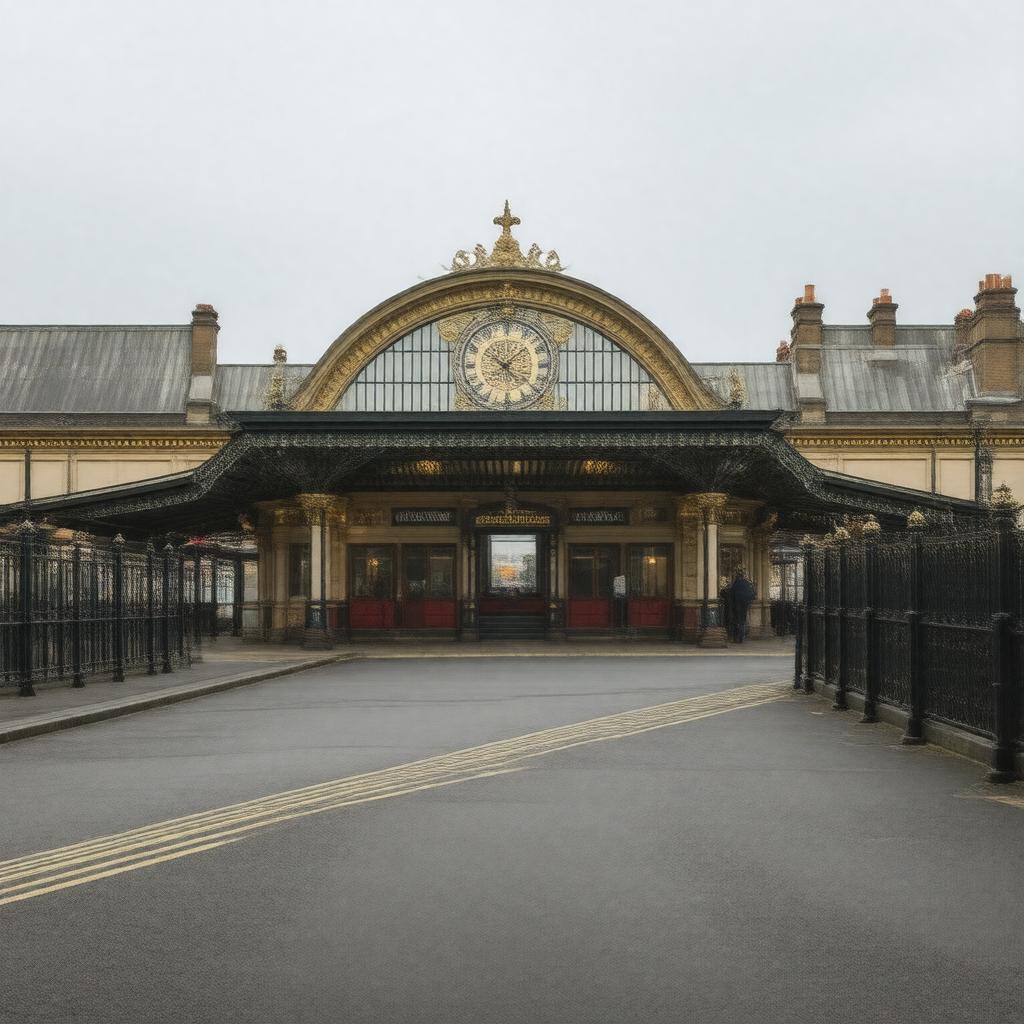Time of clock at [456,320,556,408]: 10:07
